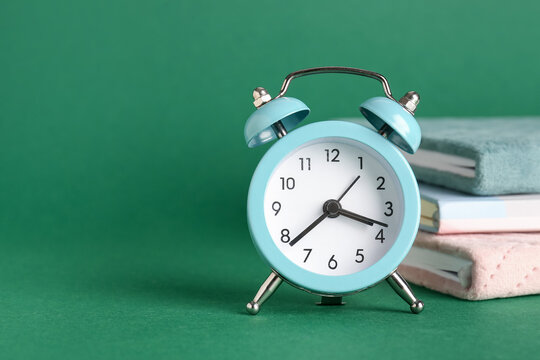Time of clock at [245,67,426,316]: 3:38
